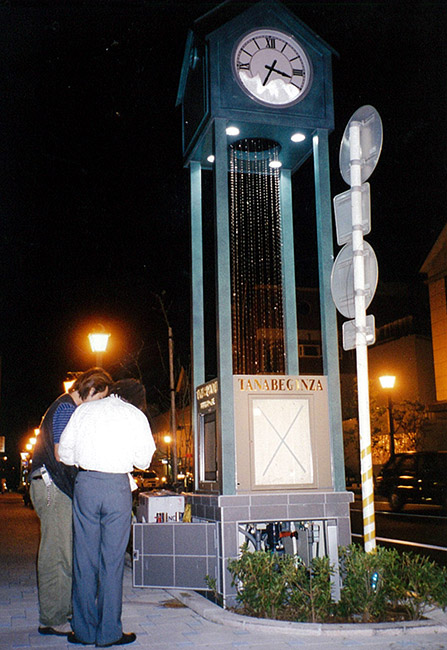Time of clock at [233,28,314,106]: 3:34
